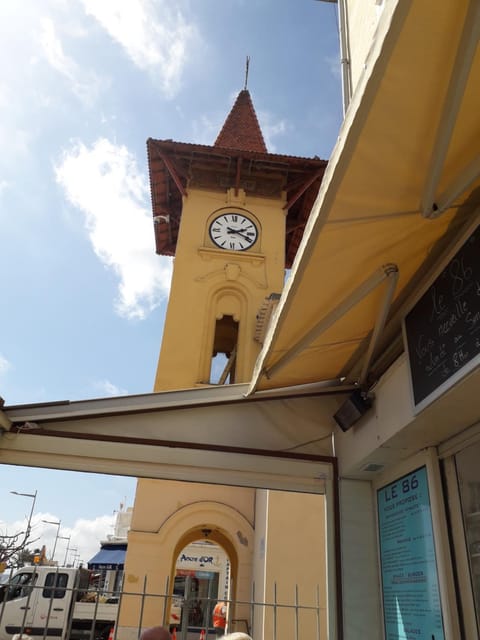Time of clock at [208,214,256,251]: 2:18
